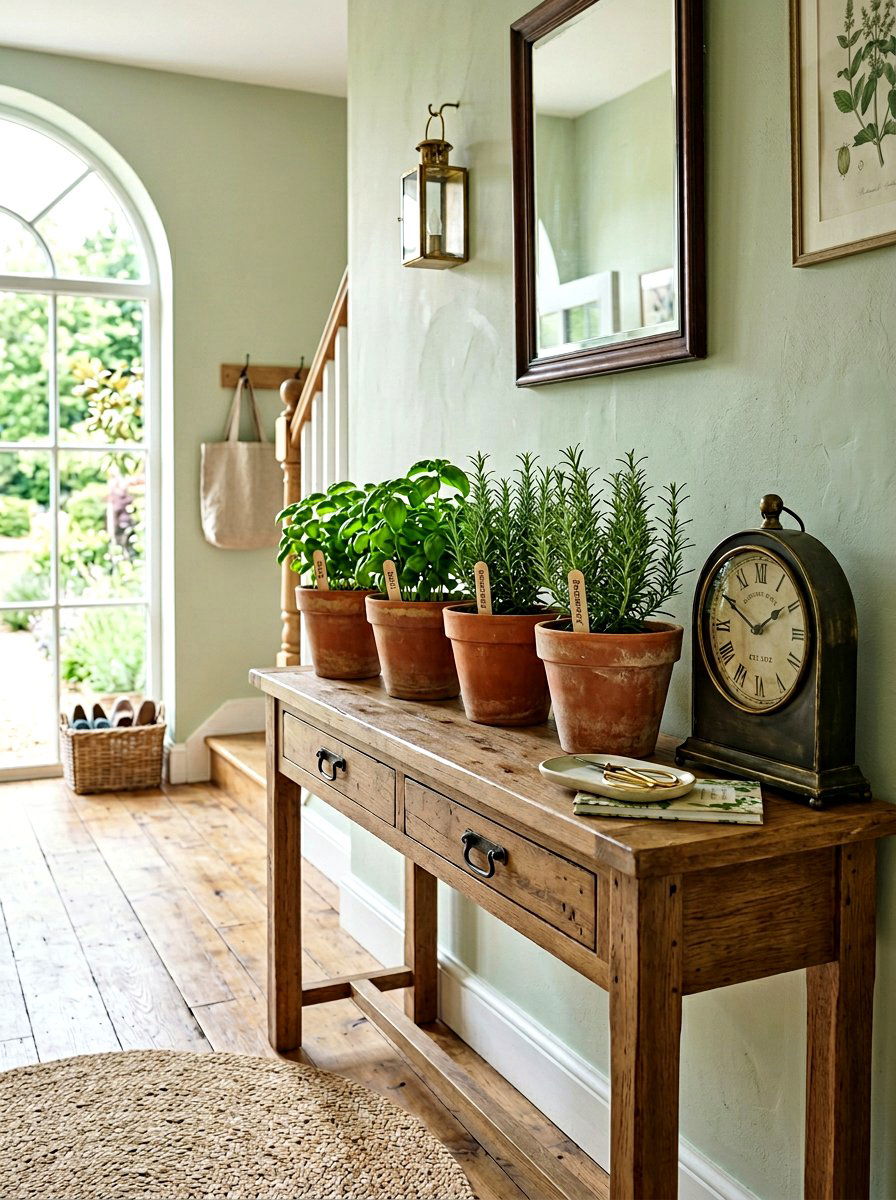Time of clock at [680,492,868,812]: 1:50
